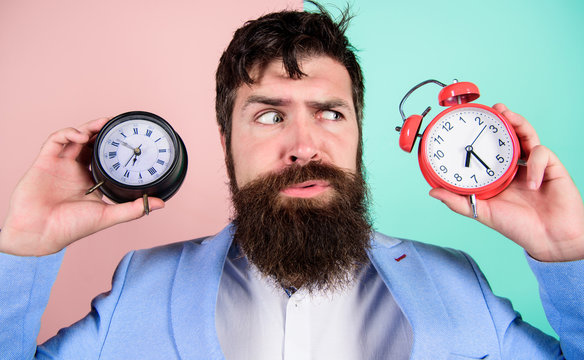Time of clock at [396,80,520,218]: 6:24
